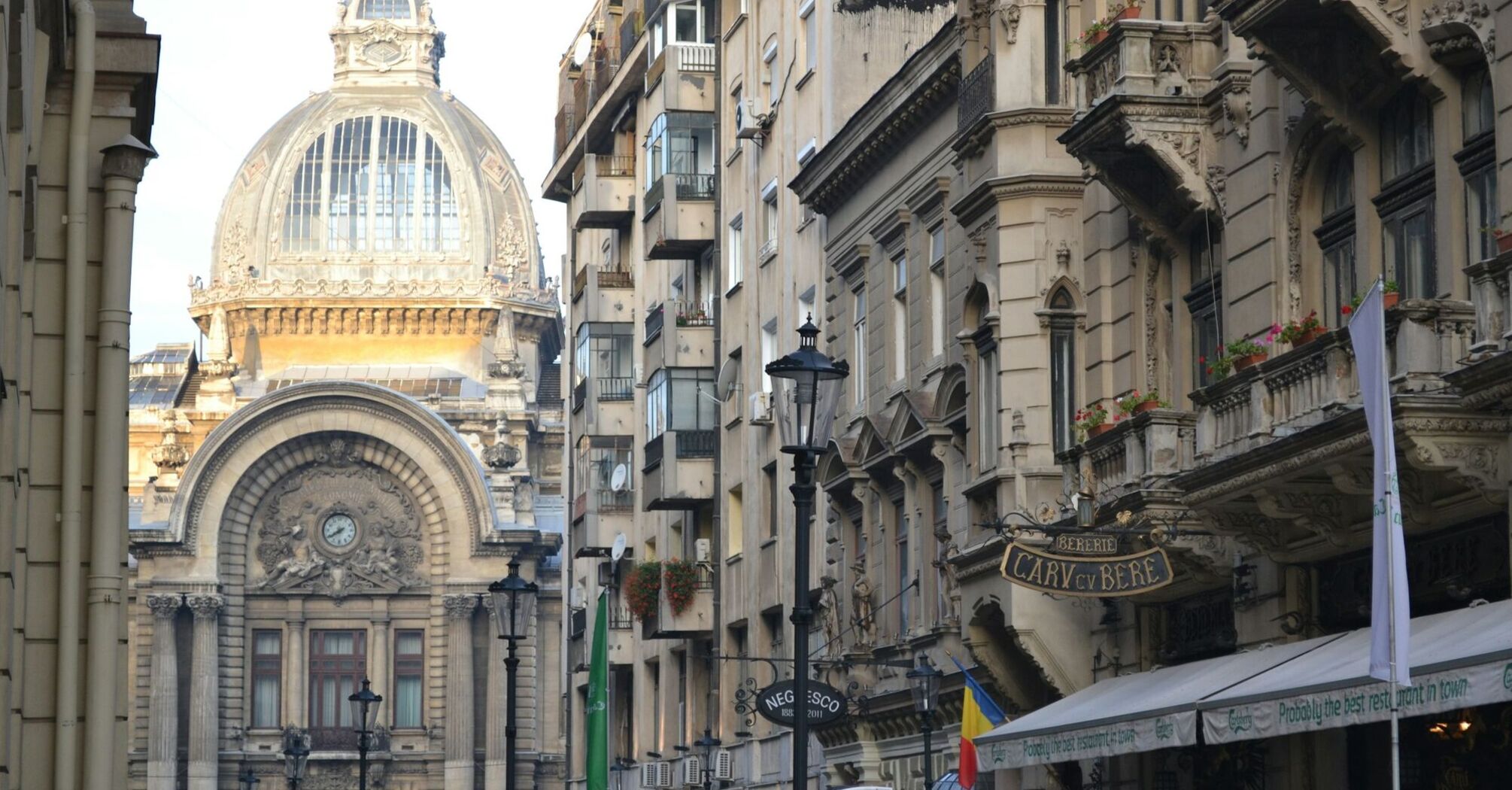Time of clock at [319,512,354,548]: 7:39
